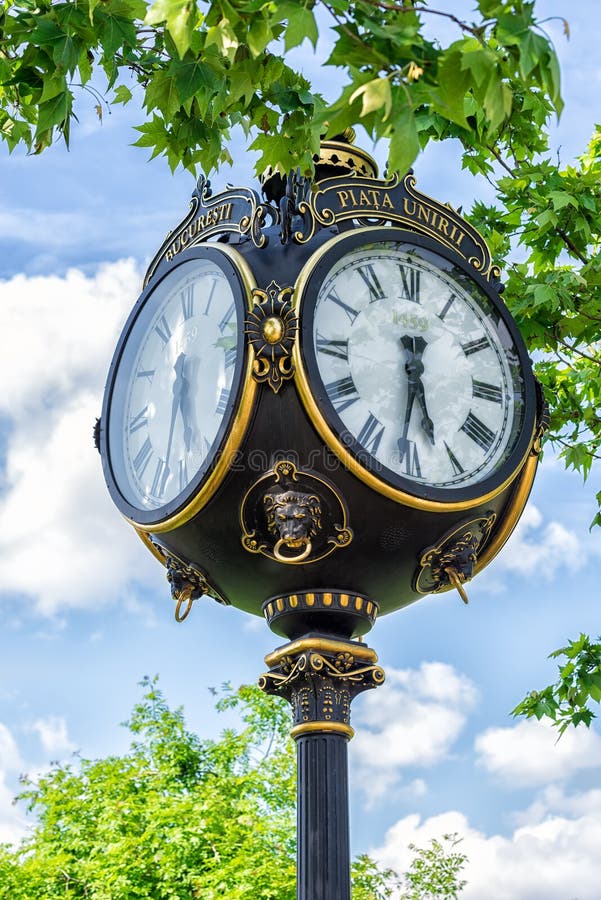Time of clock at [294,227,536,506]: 5:31
